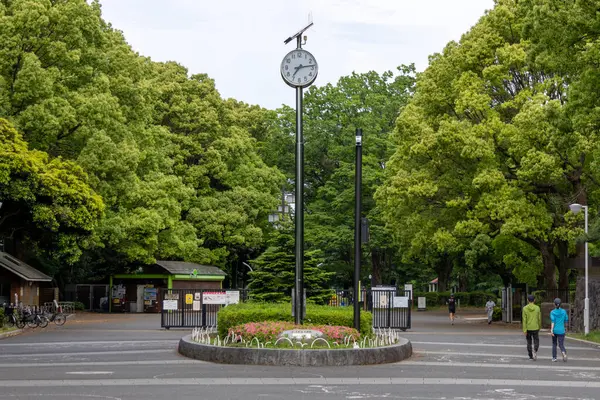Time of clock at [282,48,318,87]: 7:13
